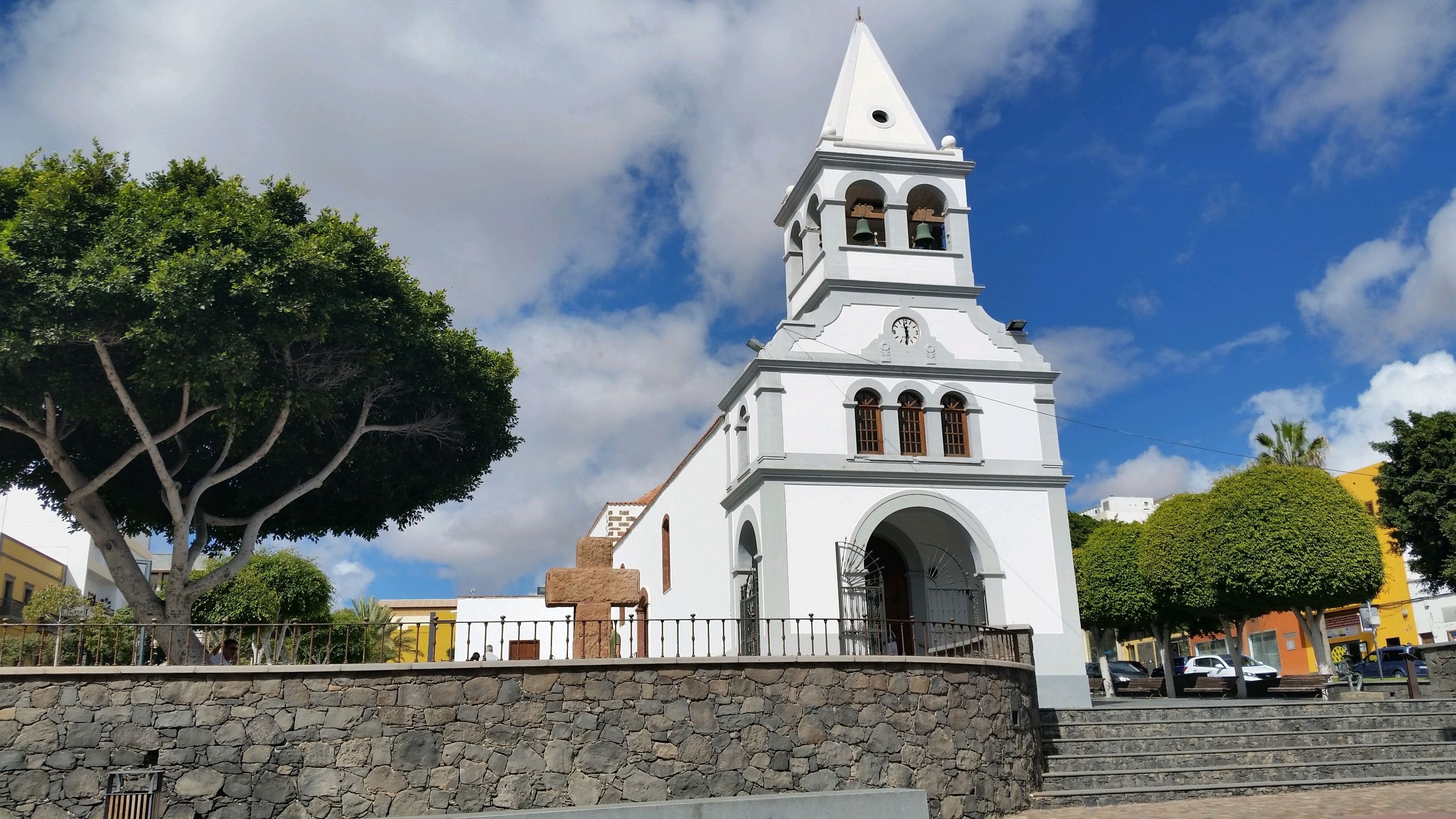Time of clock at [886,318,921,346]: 11:30
